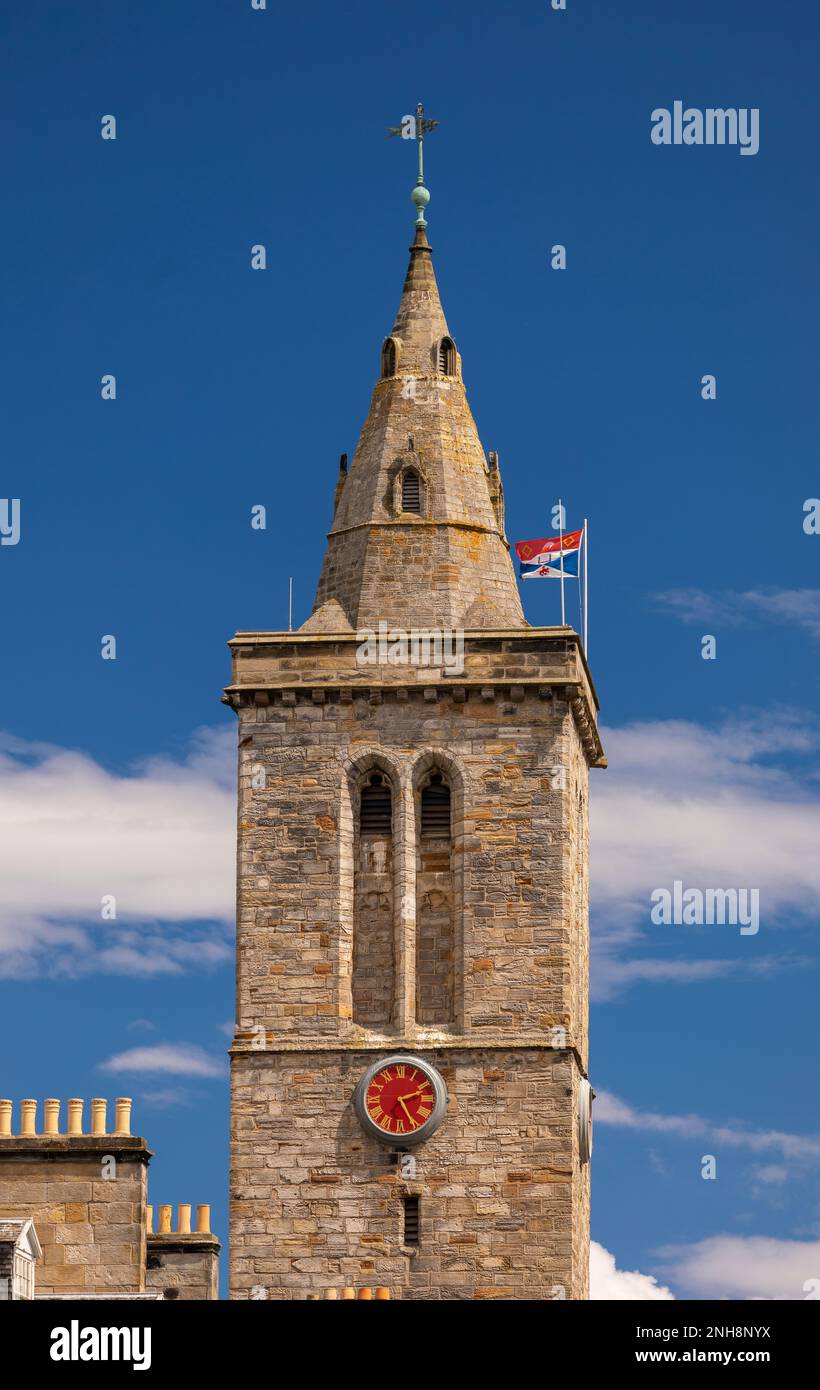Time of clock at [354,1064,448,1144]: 2:25
